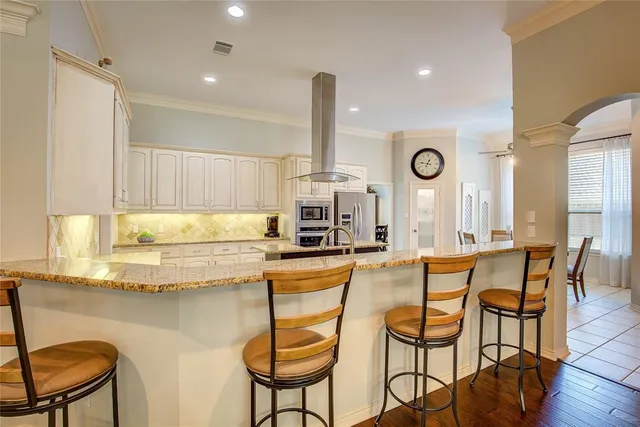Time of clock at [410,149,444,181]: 12:46
